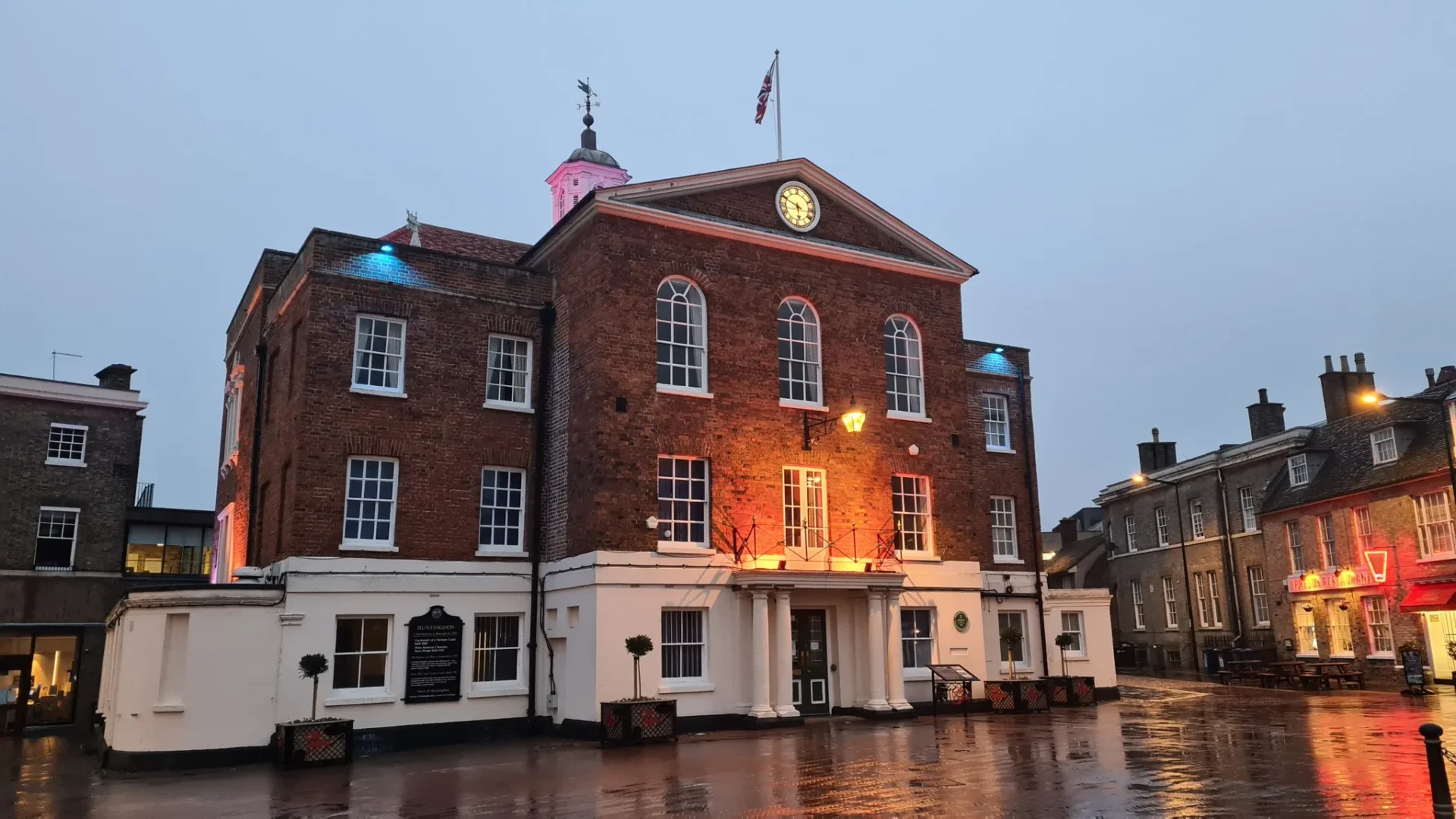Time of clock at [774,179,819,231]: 5:49
